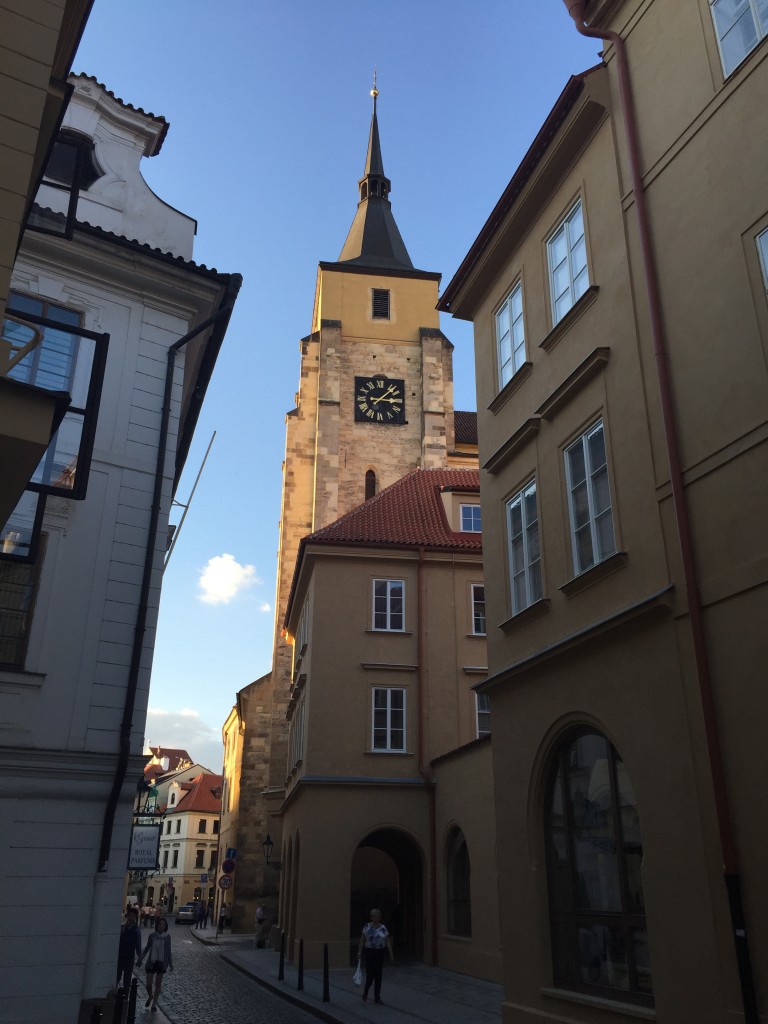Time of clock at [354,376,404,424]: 3:07
